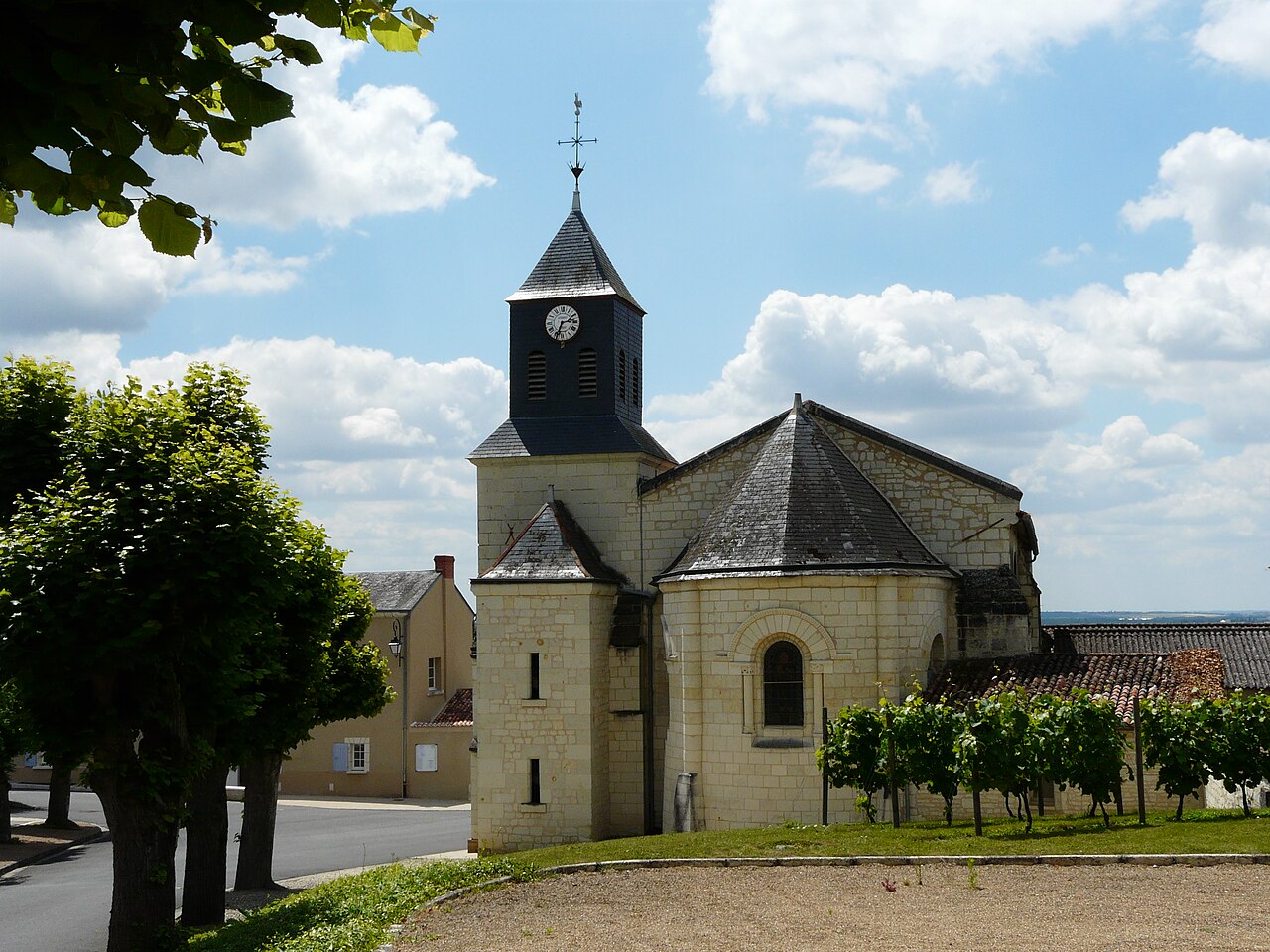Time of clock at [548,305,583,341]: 2:34
